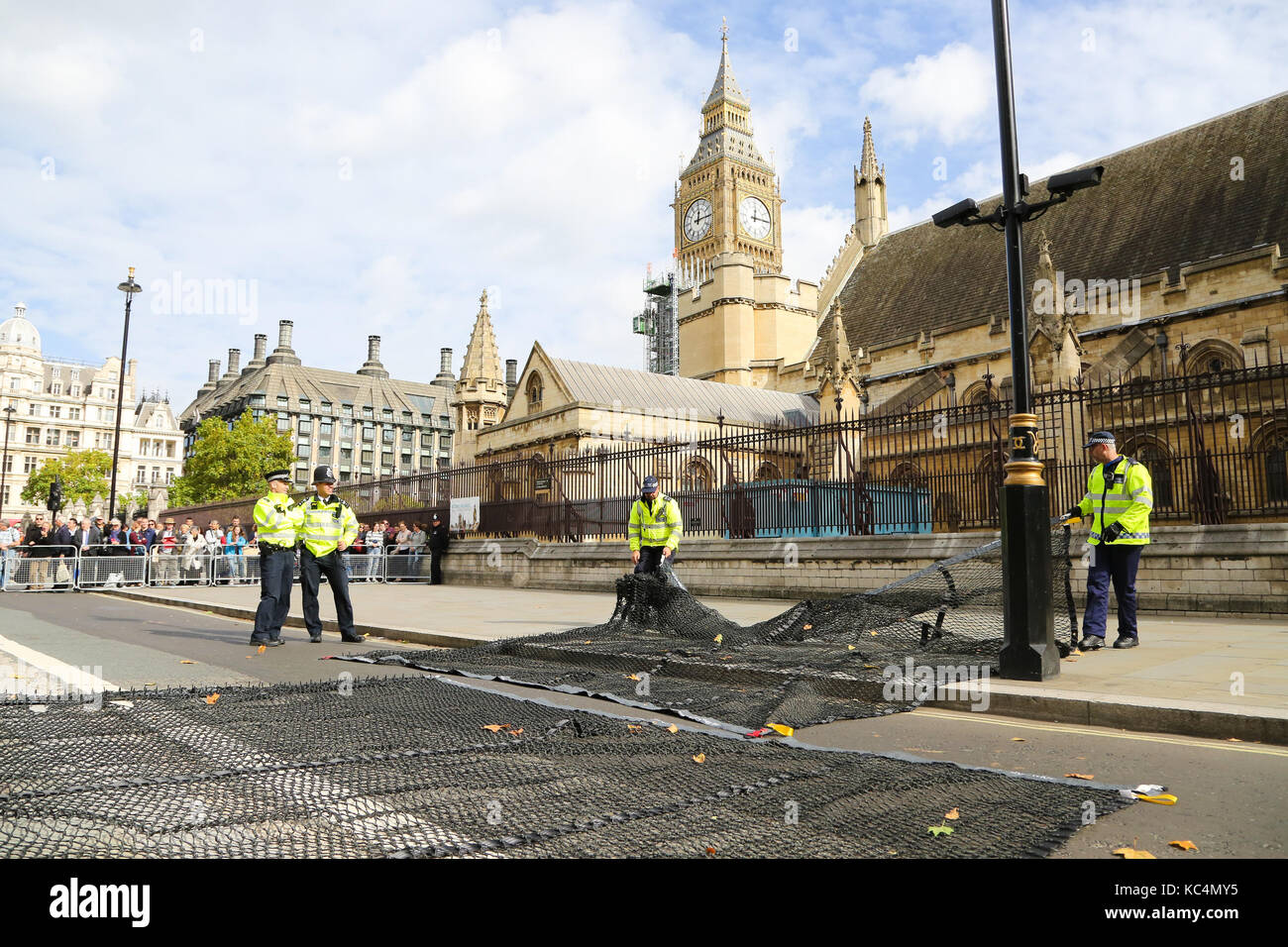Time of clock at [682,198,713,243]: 12:14
